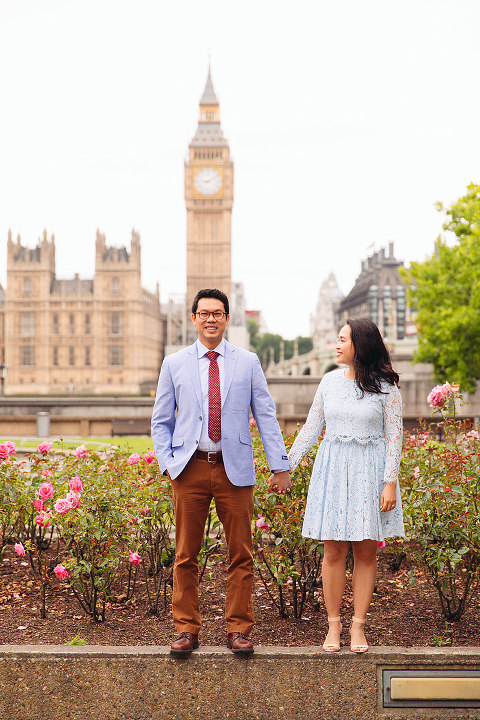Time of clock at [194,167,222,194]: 9:10
